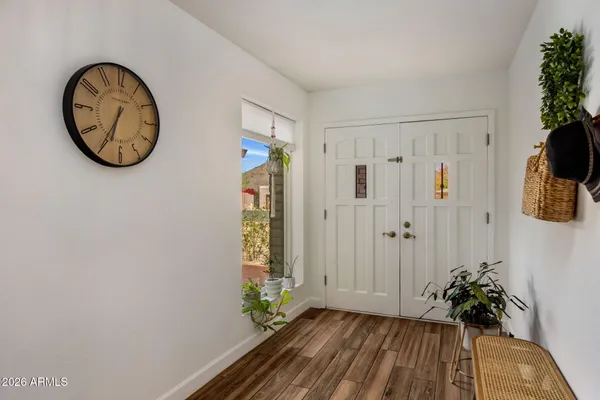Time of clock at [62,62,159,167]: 6:34
